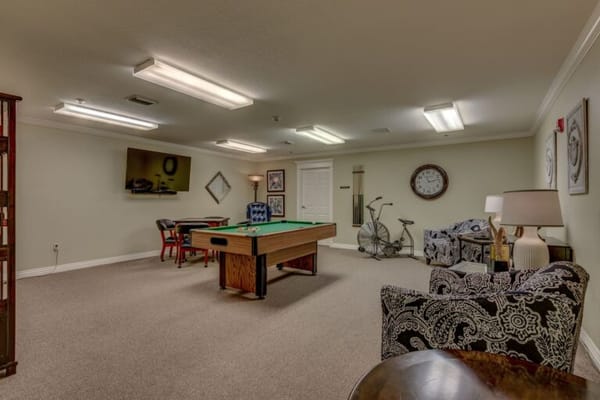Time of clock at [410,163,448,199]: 11:12
